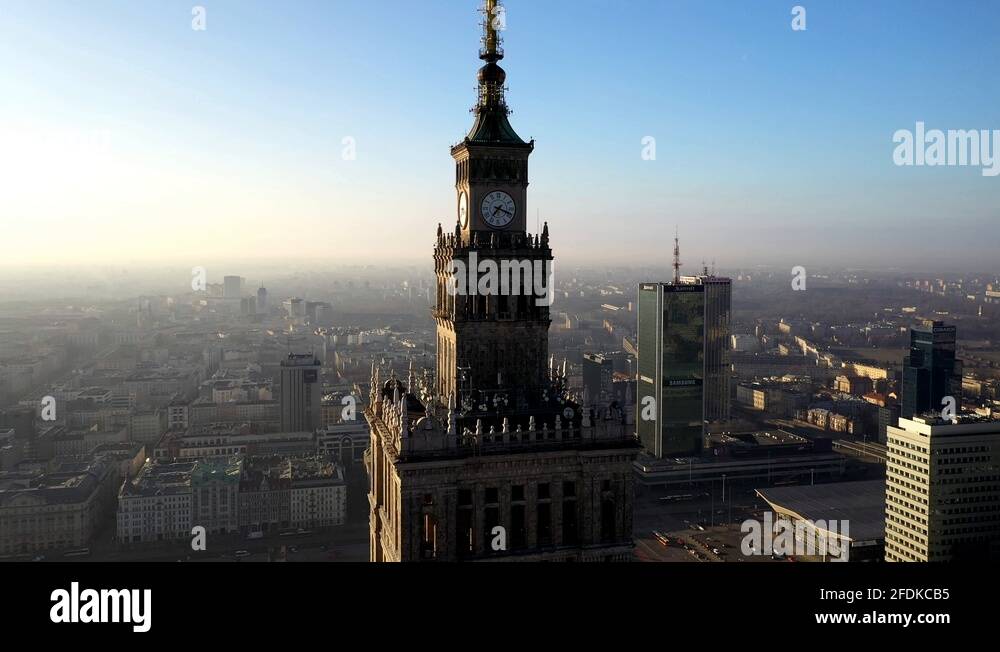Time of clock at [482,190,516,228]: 7:18
